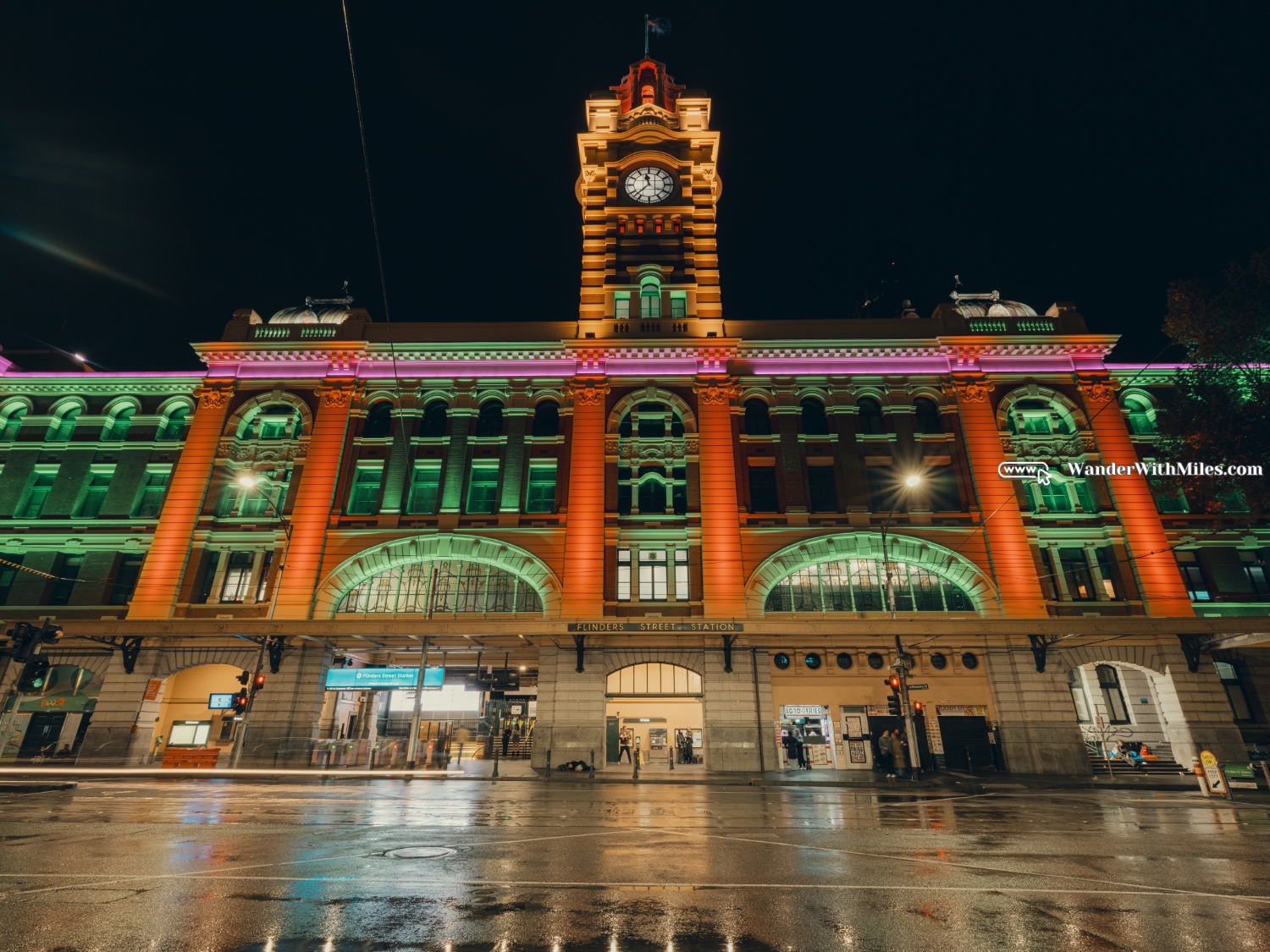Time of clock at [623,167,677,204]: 11:37
